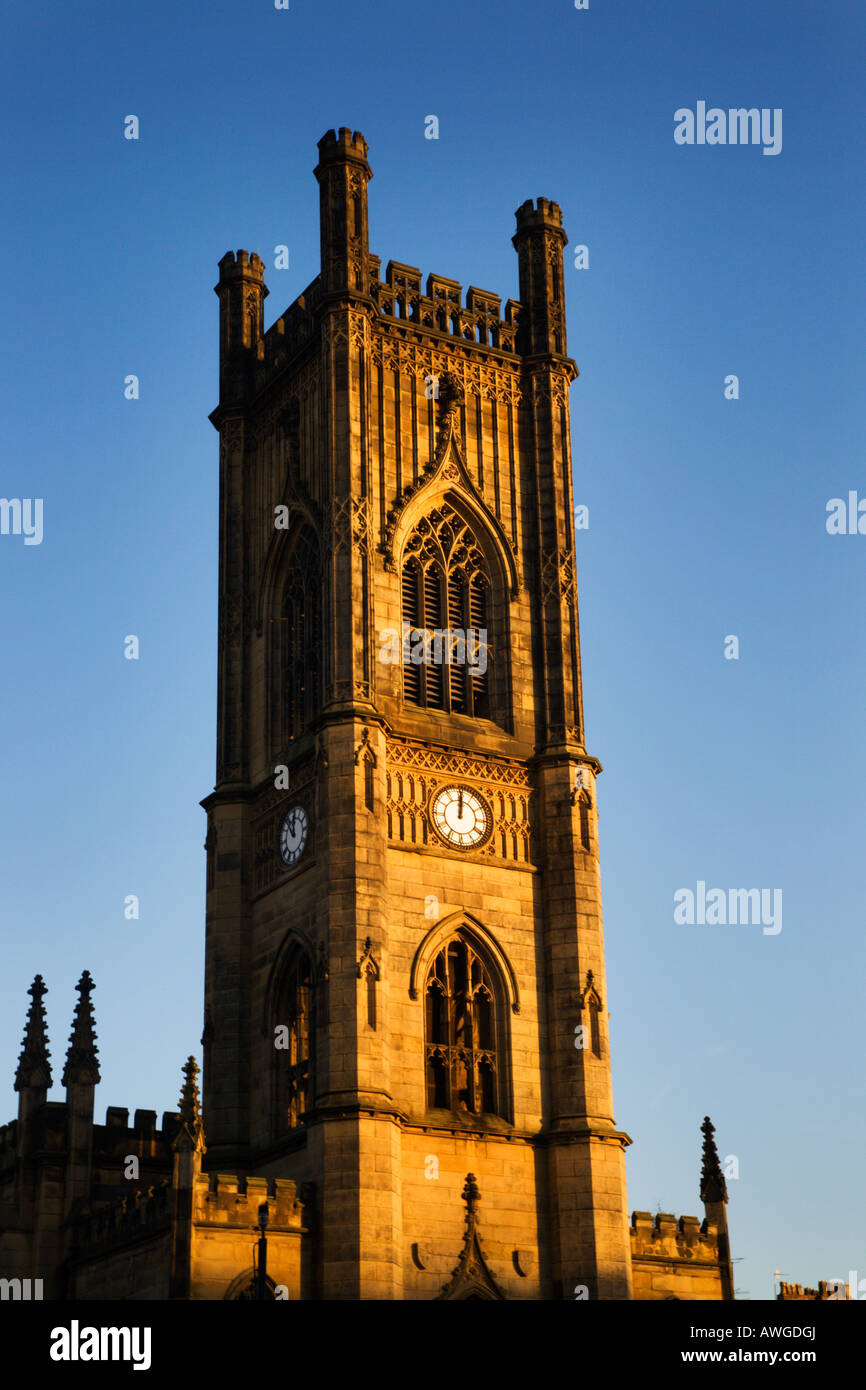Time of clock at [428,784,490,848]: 12:00
